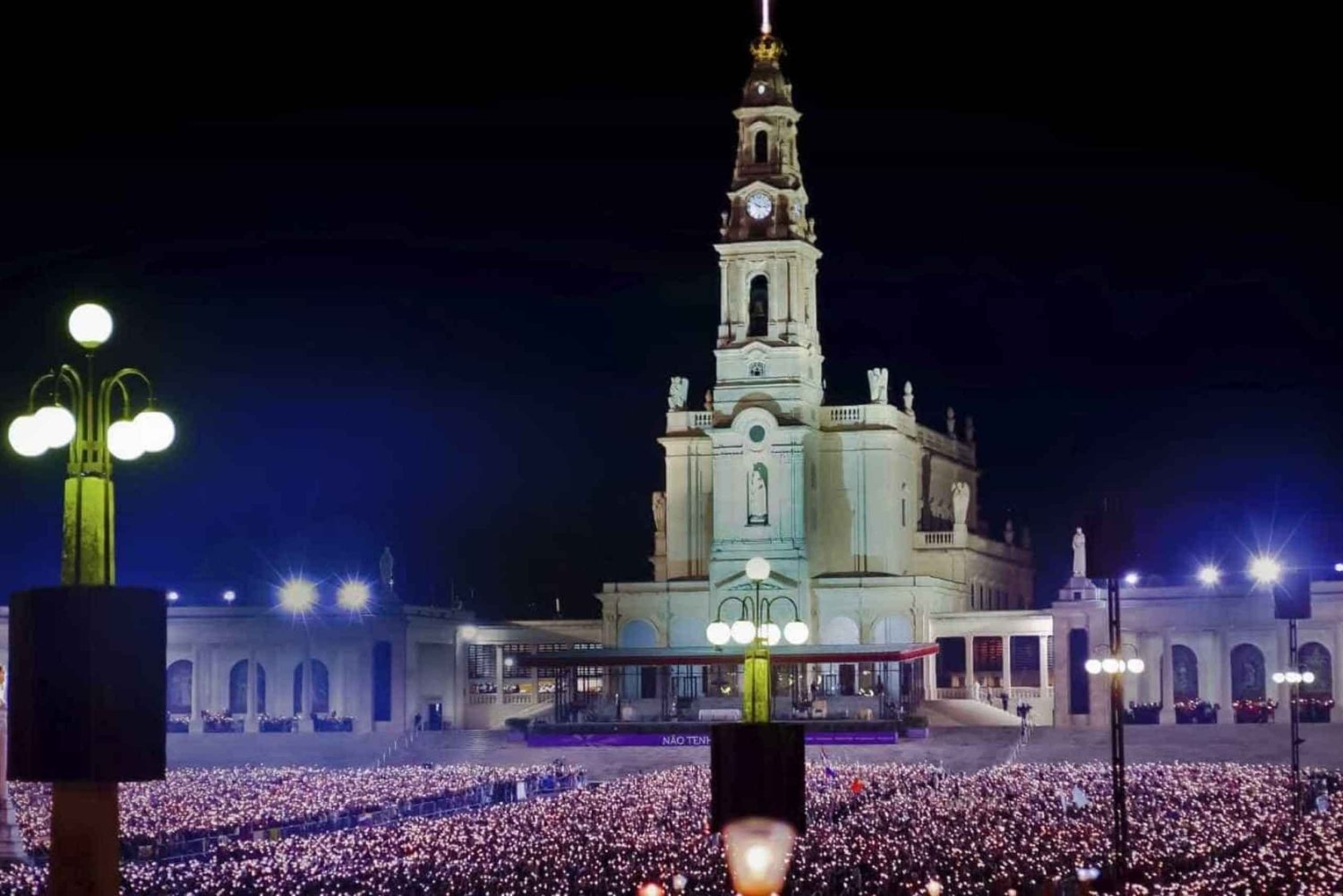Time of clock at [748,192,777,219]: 10:15
